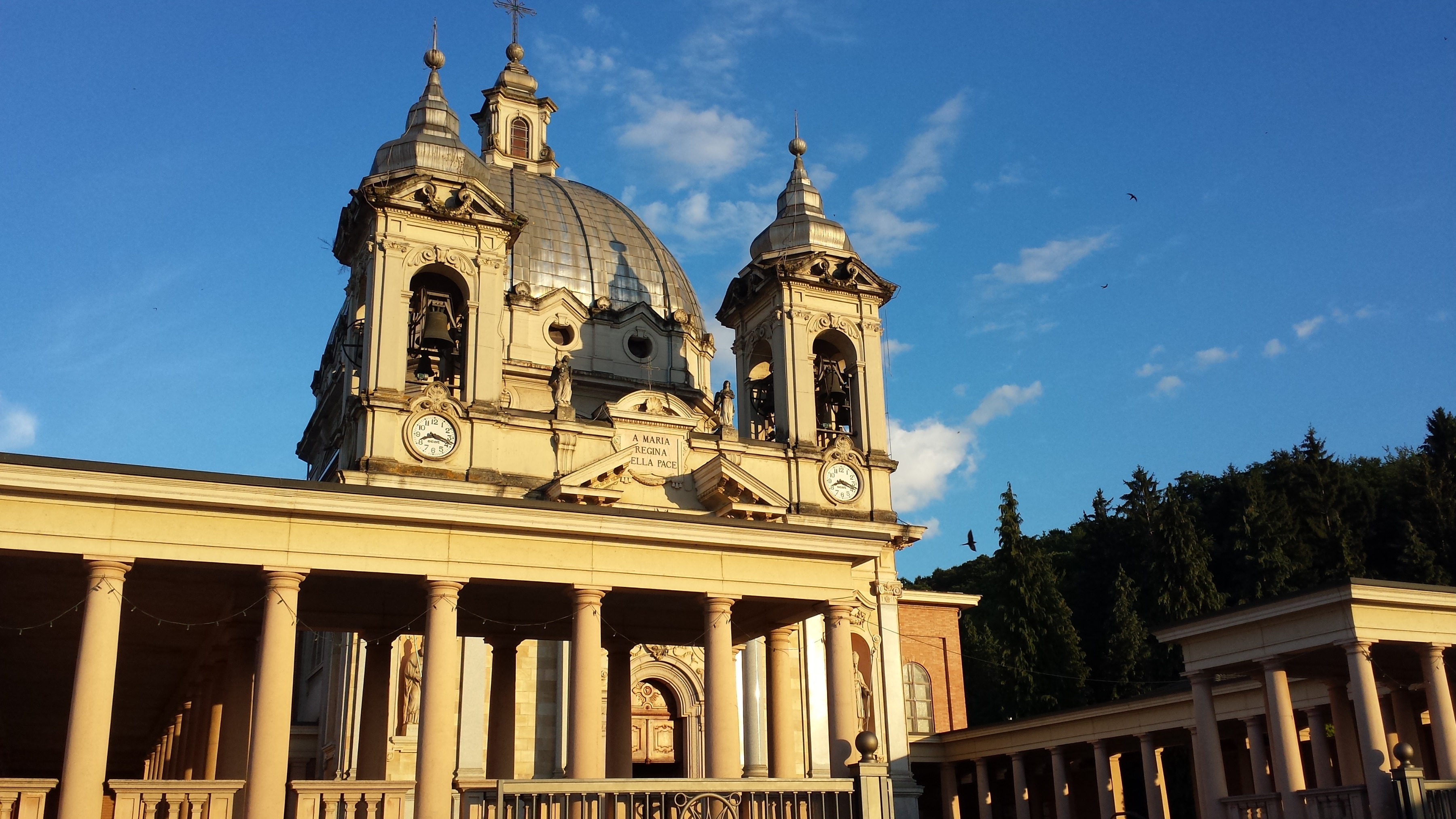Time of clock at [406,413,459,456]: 8:18
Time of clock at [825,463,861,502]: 8:18
